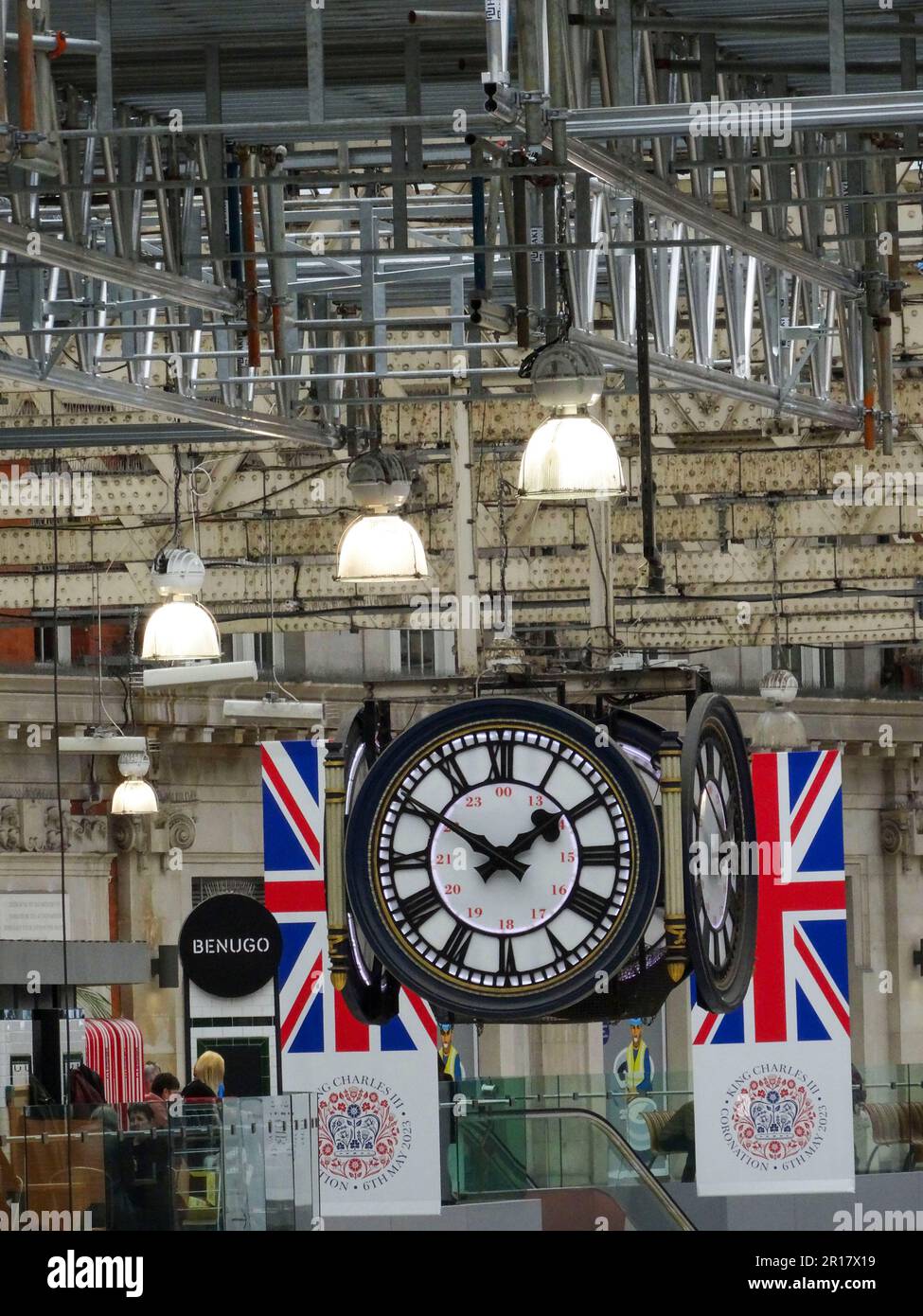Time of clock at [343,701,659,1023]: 1:50
